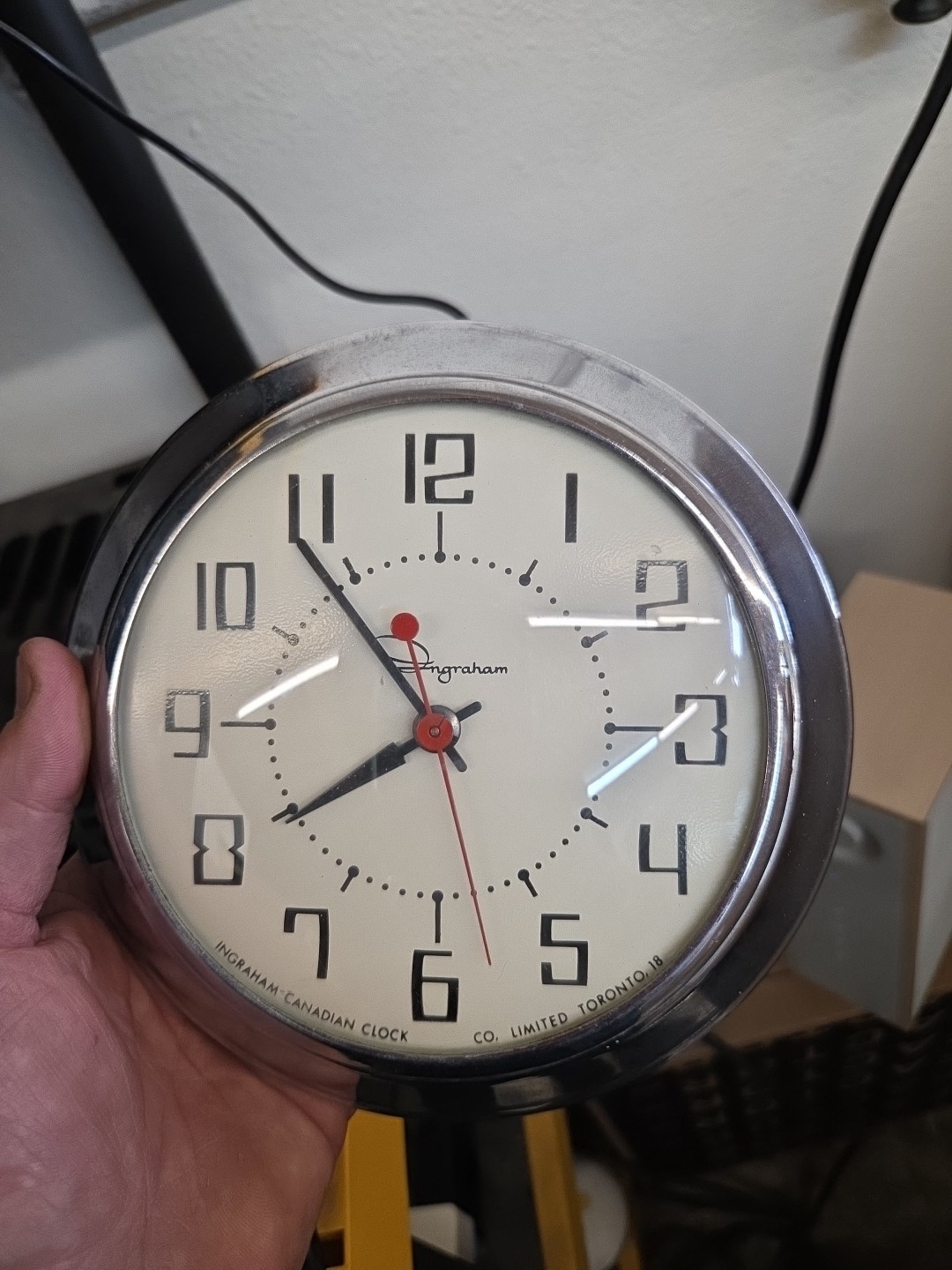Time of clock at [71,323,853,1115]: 7:53
